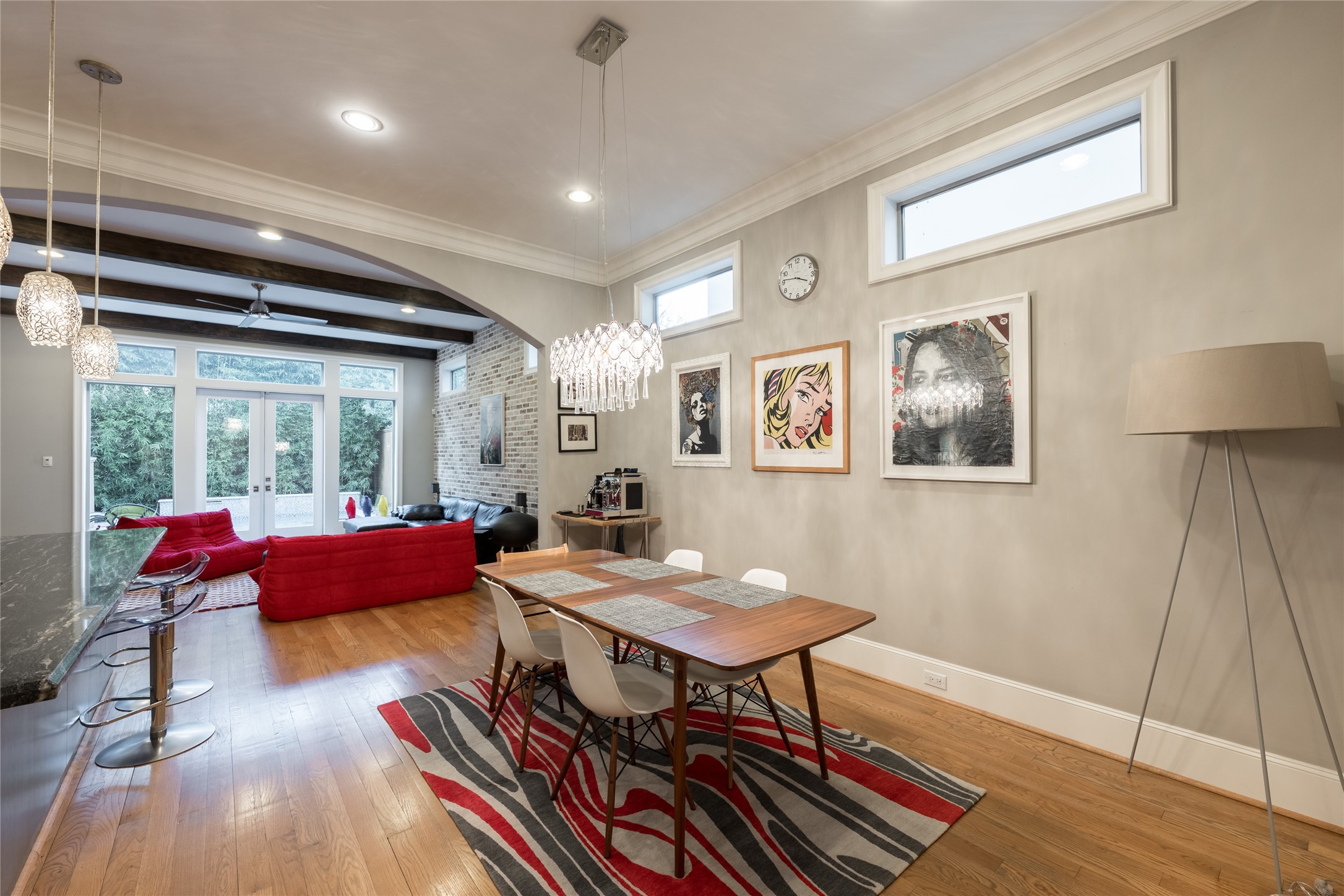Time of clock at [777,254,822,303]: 3:46
